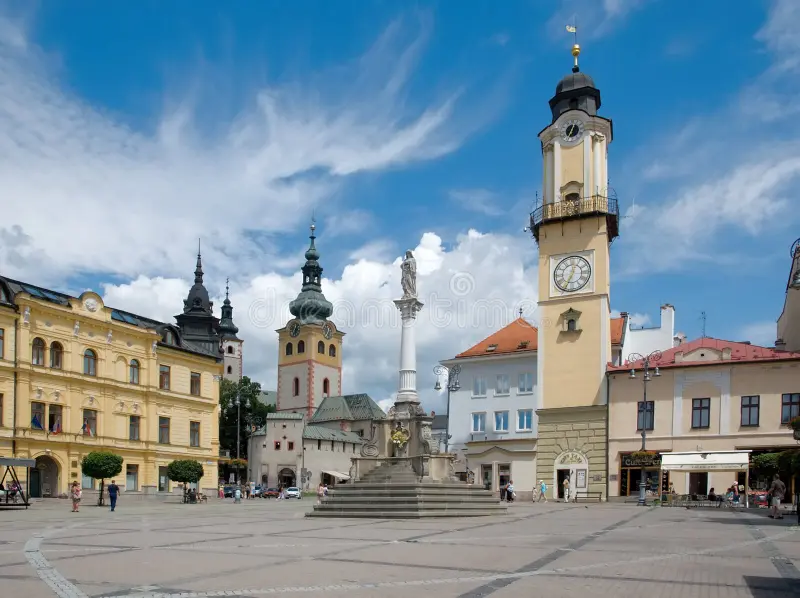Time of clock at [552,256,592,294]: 12:34
